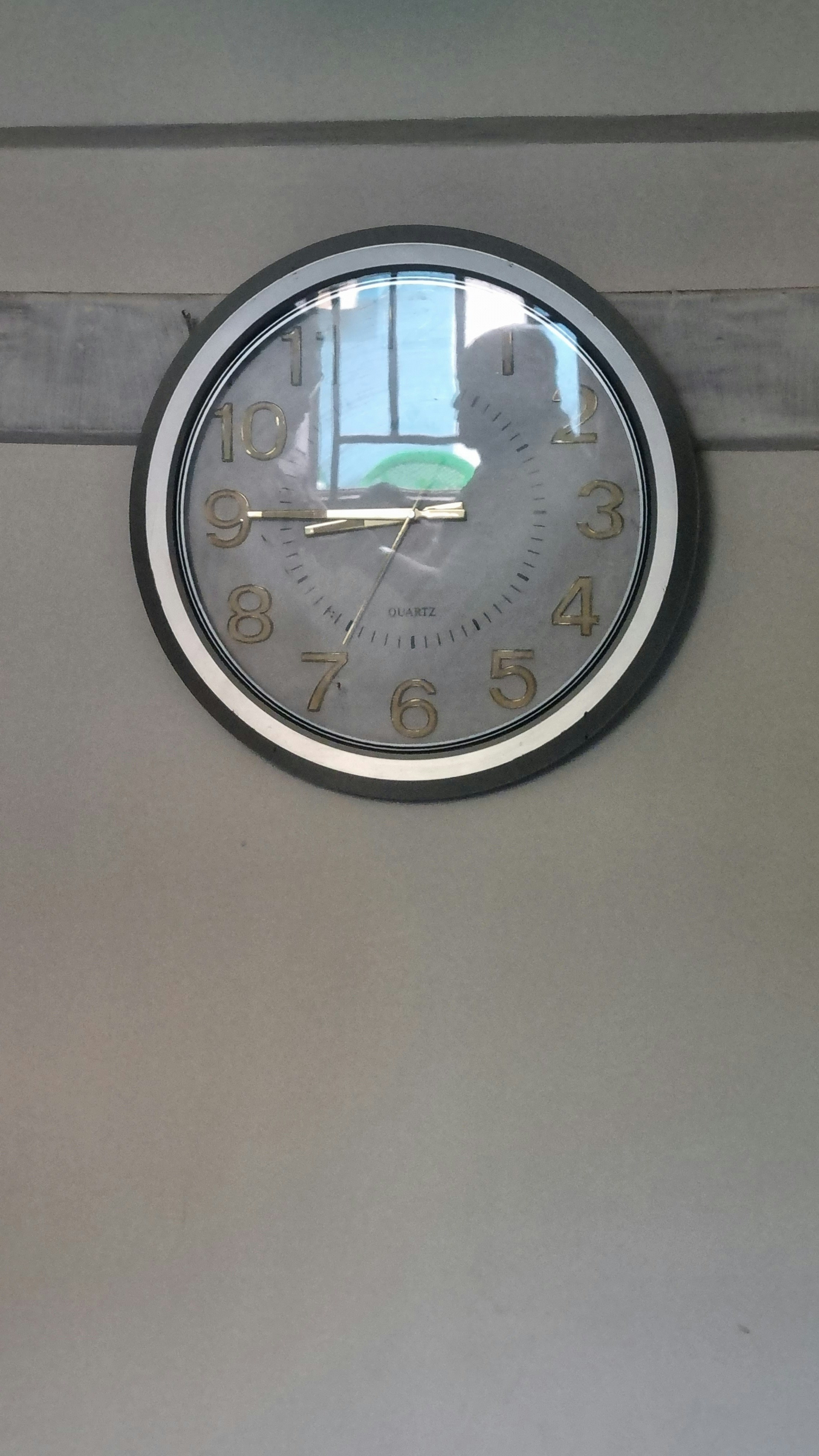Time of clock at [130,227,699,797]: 8:45
